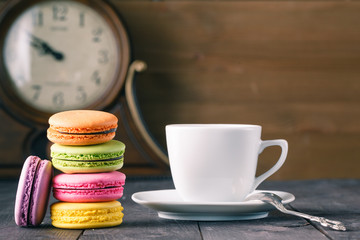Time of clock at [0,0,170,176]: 9:51
